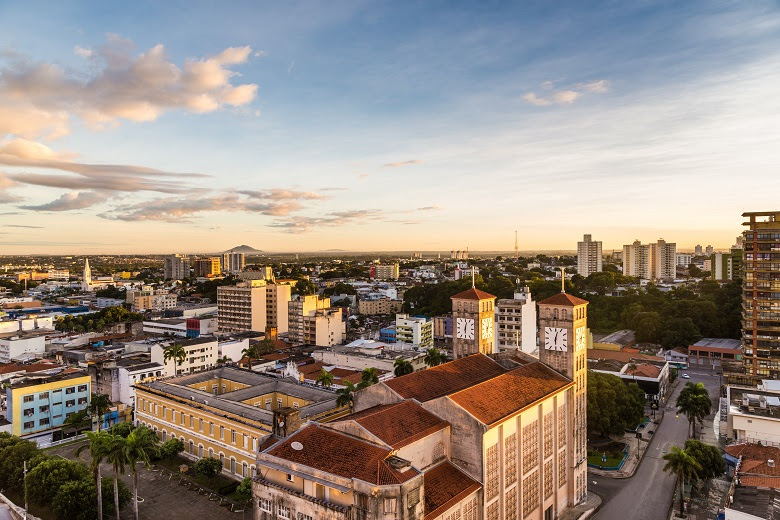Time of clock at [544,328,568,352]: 6:02
